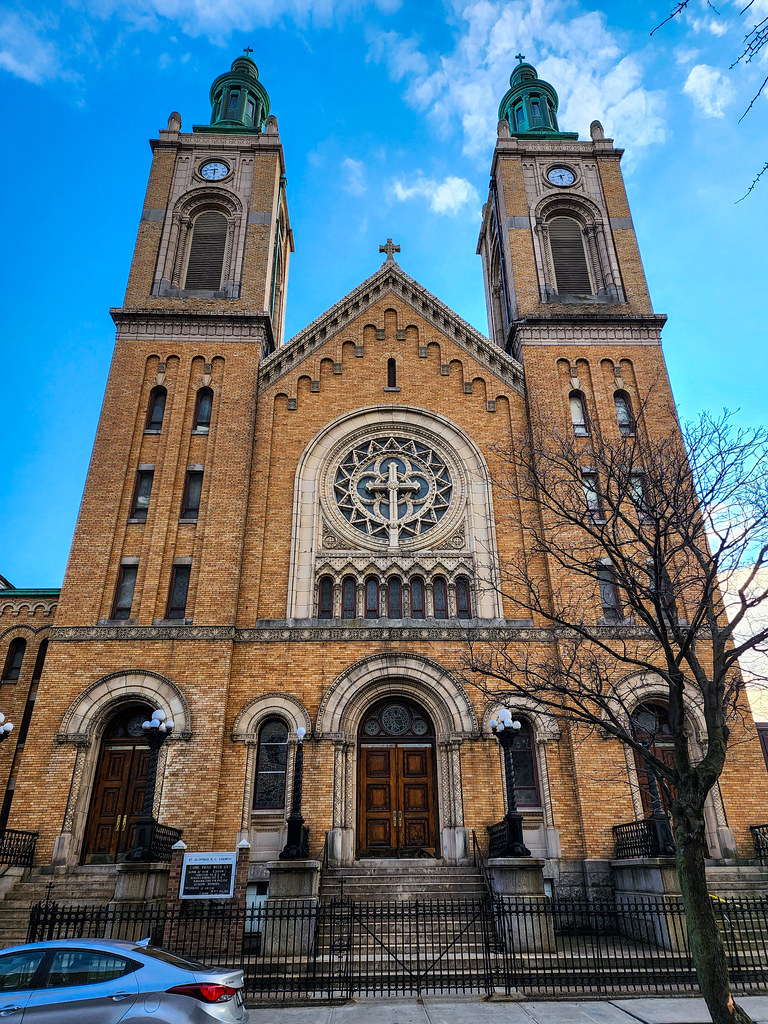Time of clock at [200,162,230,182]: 5:45
